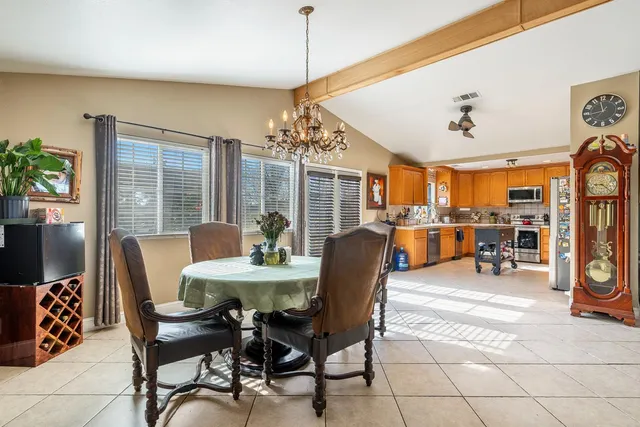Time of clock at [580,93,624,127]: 11:42
